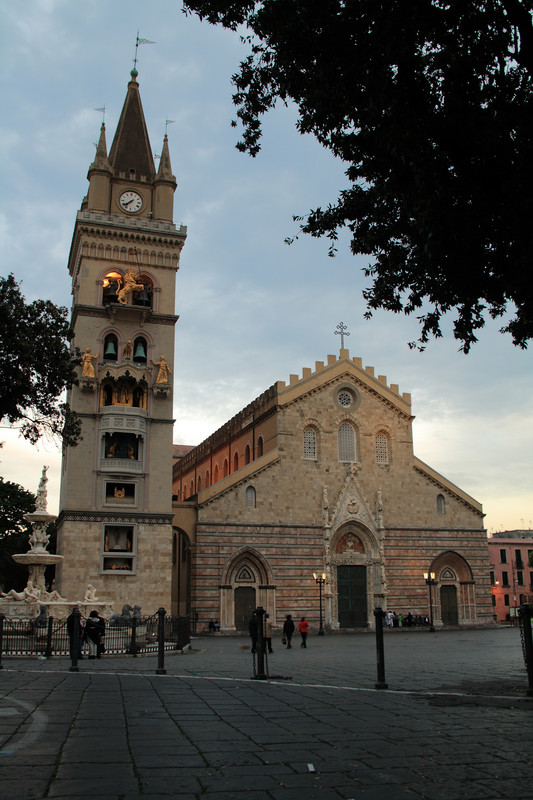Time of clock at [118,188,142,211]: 7:37
